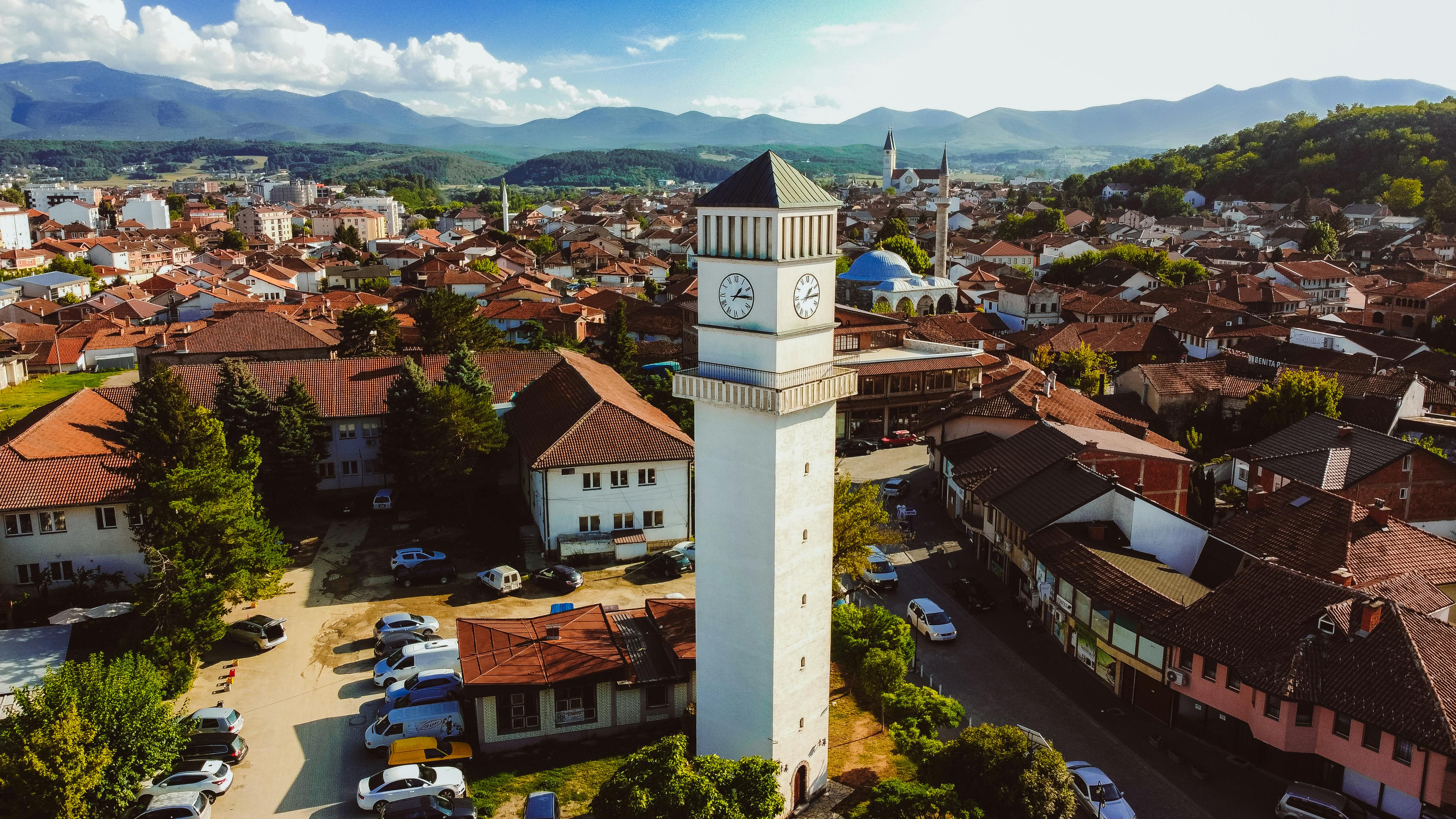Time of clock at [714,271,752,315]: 1:14
